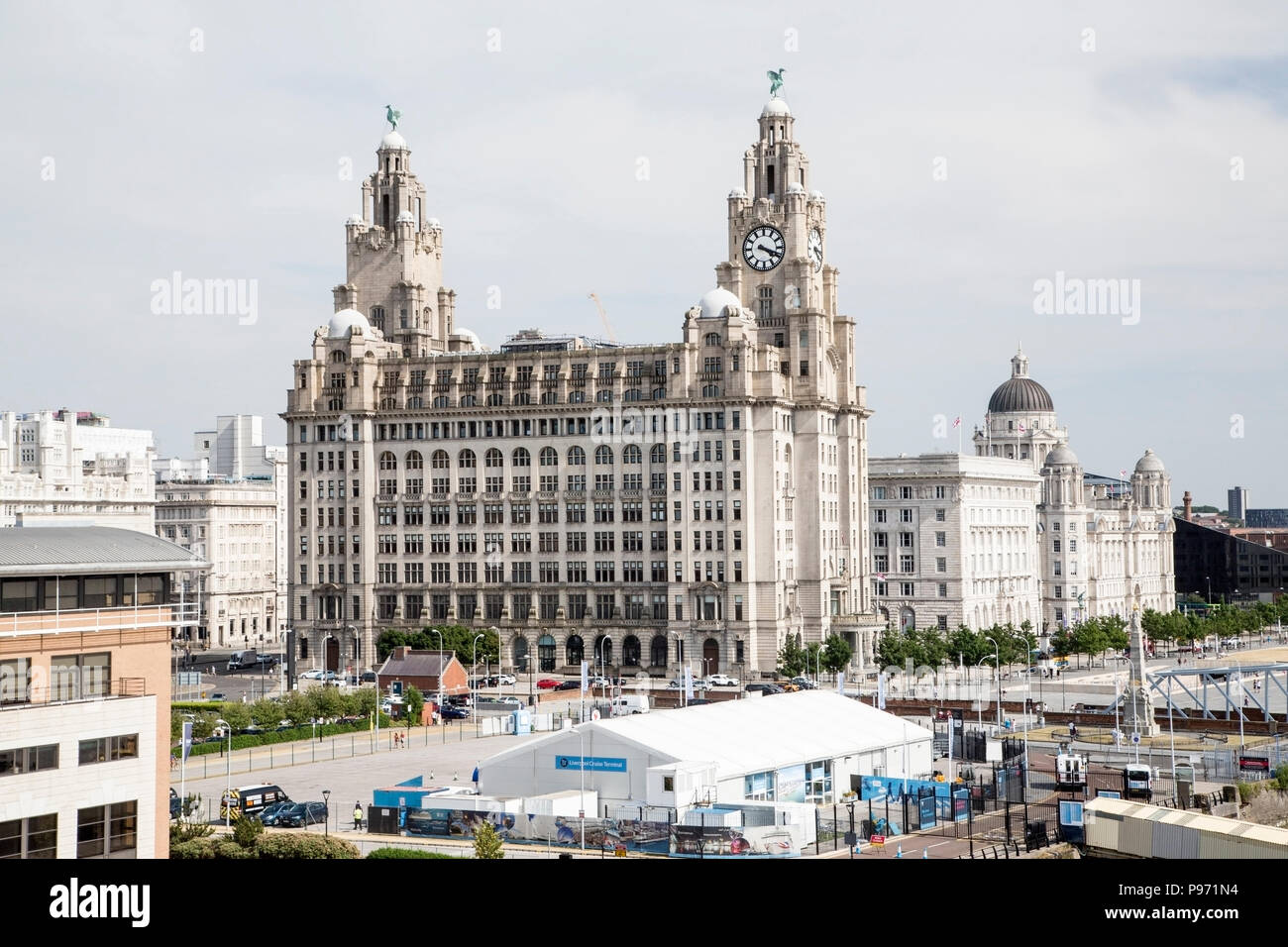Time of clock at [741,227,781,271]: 4:18
